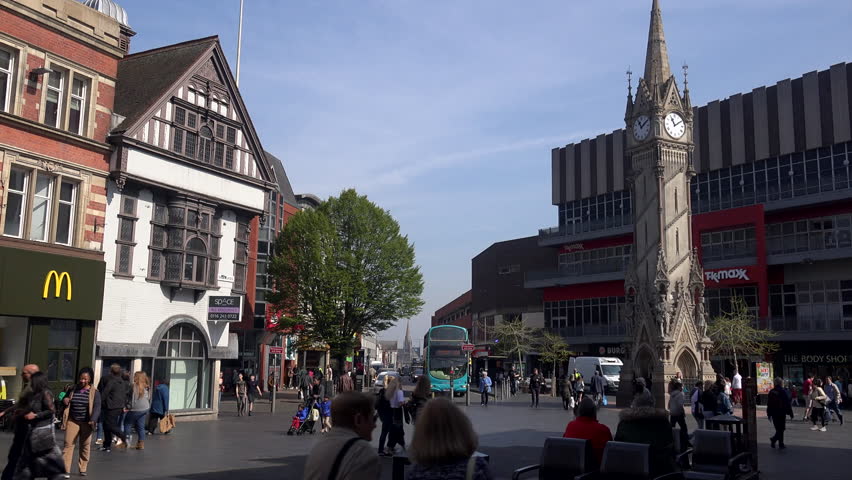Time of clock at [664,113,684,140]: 11:09
